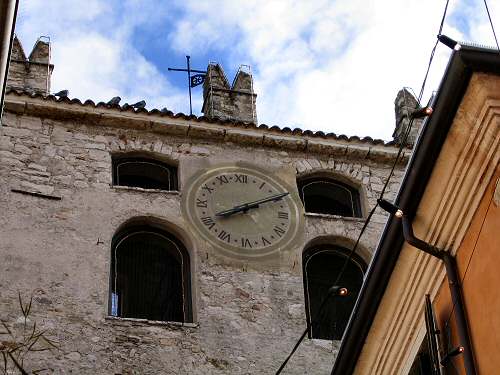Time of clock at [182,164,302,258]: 8:10
